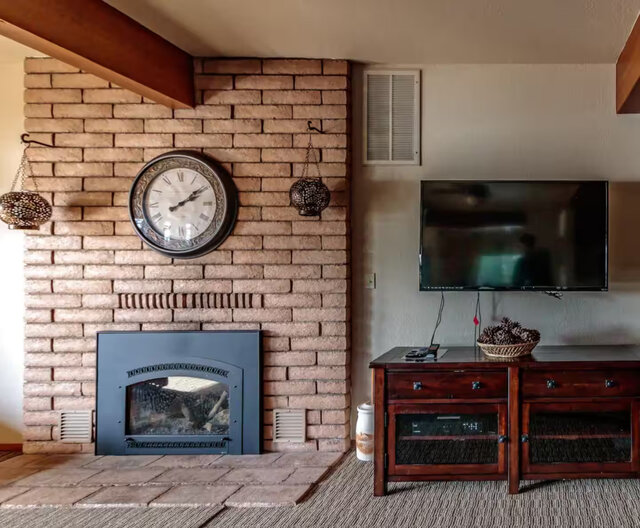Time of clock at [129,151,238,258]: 2:09
